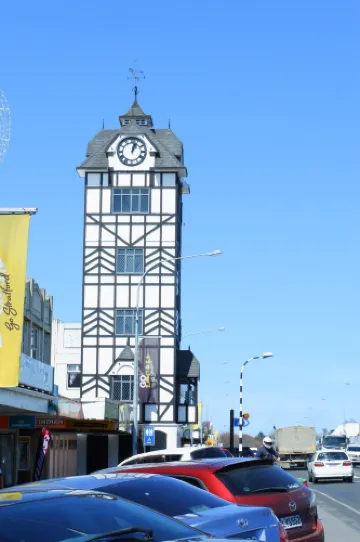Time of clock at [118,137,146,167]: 1:02
